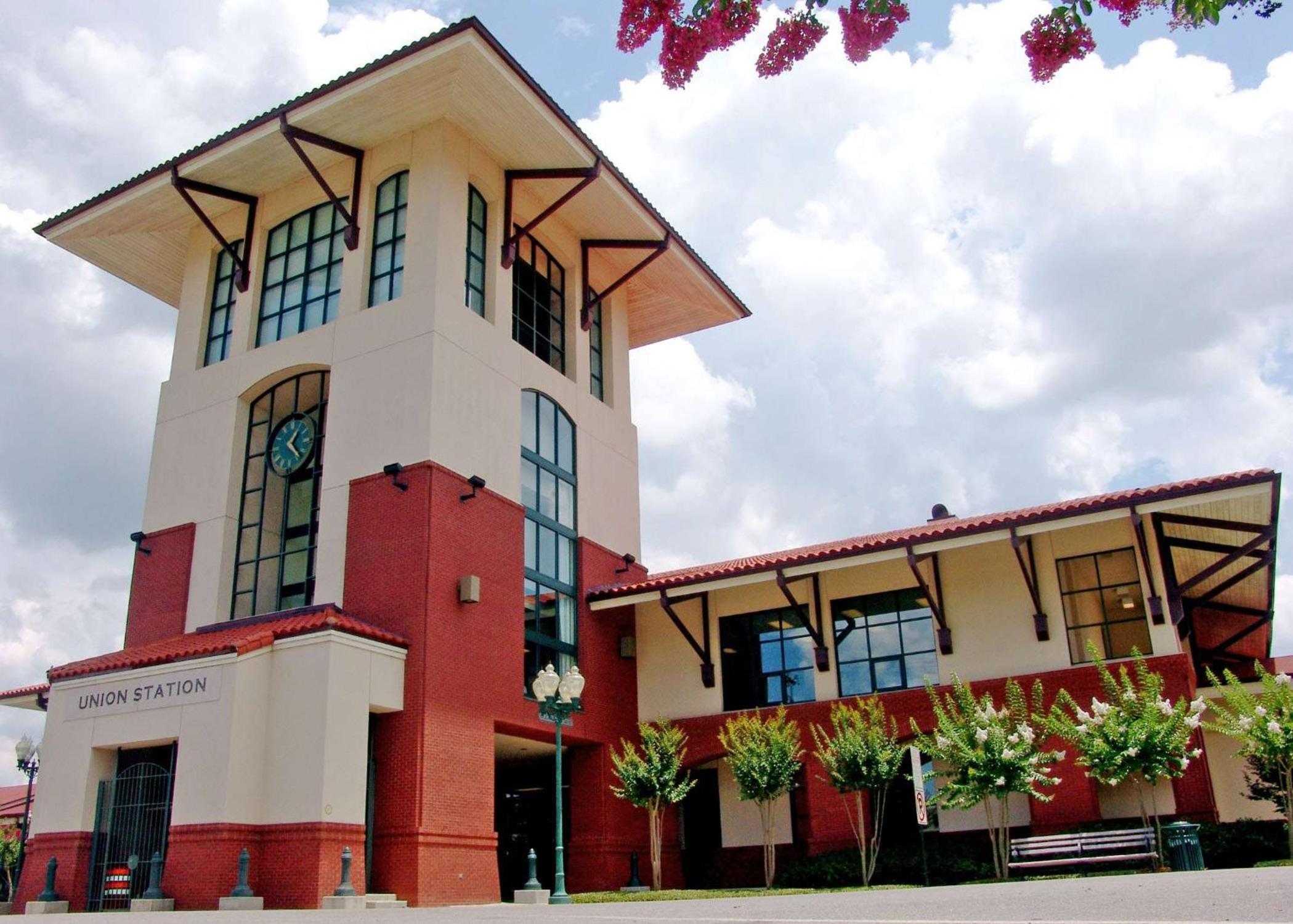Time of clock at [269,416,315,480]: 1:22
